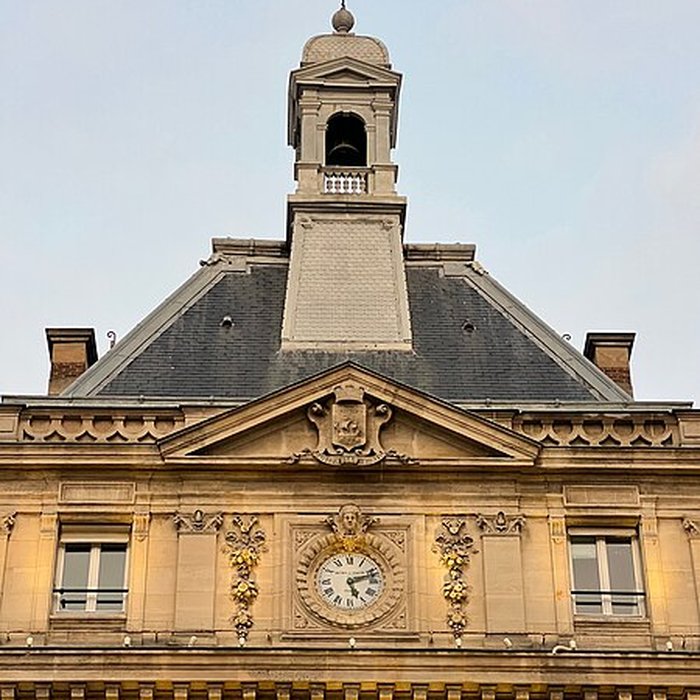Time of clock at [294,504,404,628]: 5:11
